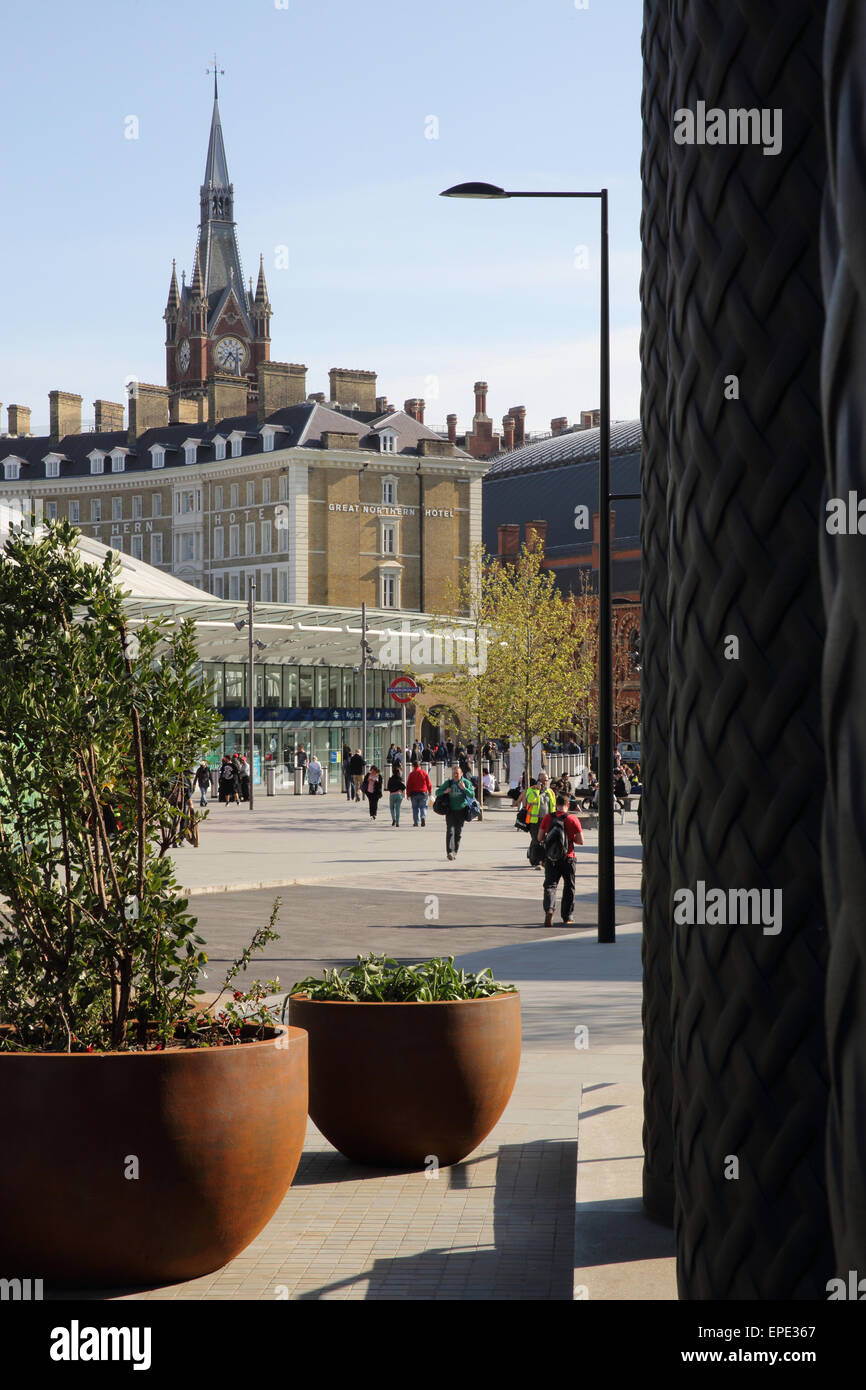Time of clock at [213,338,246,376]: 4:35
